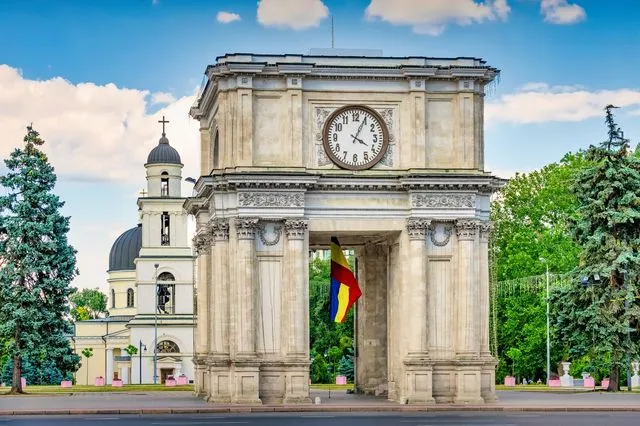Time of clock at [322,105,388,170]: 4:04
